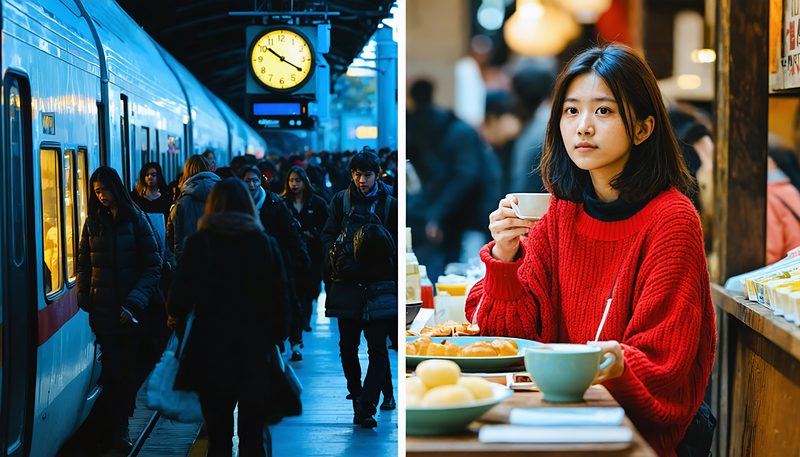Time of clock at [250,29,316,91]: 10:19
